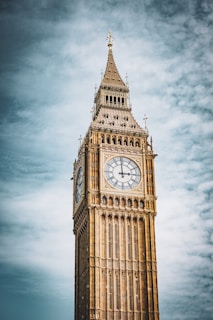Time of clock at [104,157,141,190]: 2:59
